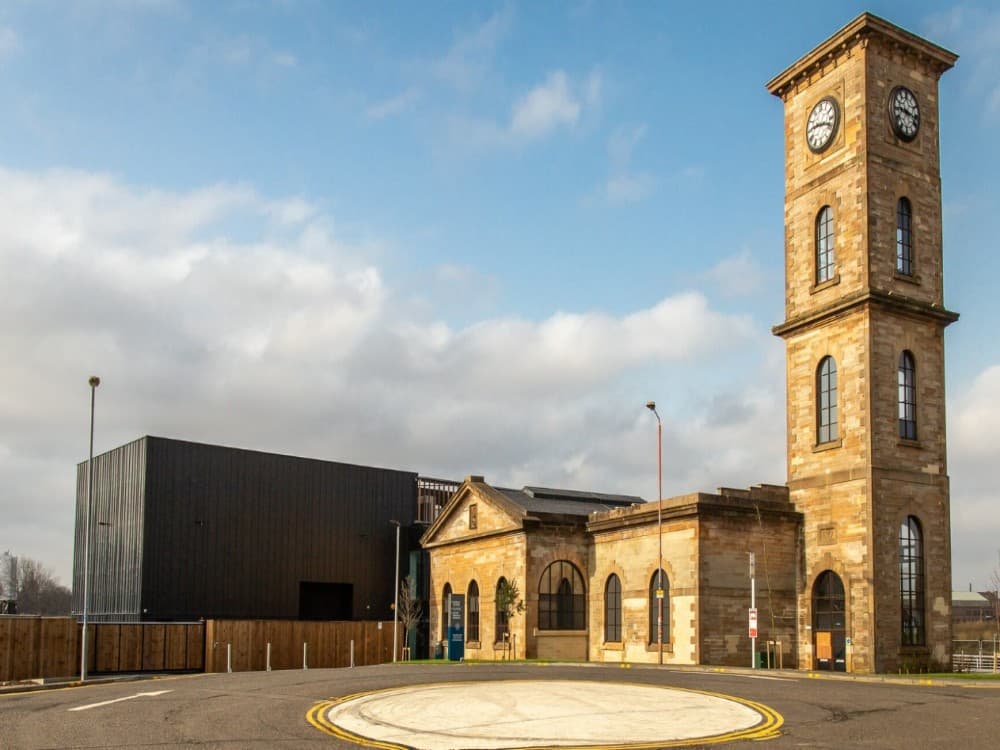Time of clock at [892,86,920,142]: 9:17
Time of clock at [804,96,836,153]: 9:18
